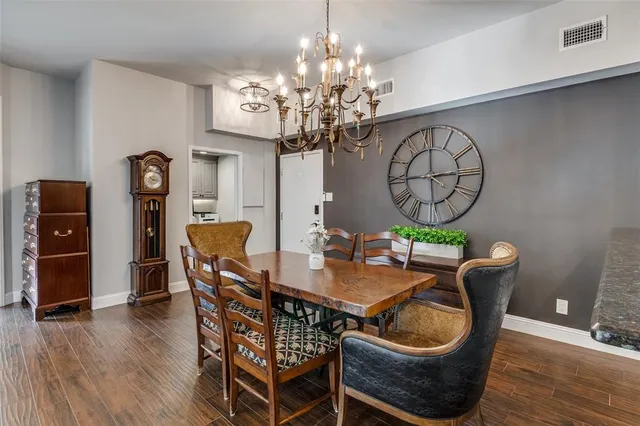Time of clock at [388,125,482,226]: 3:00
